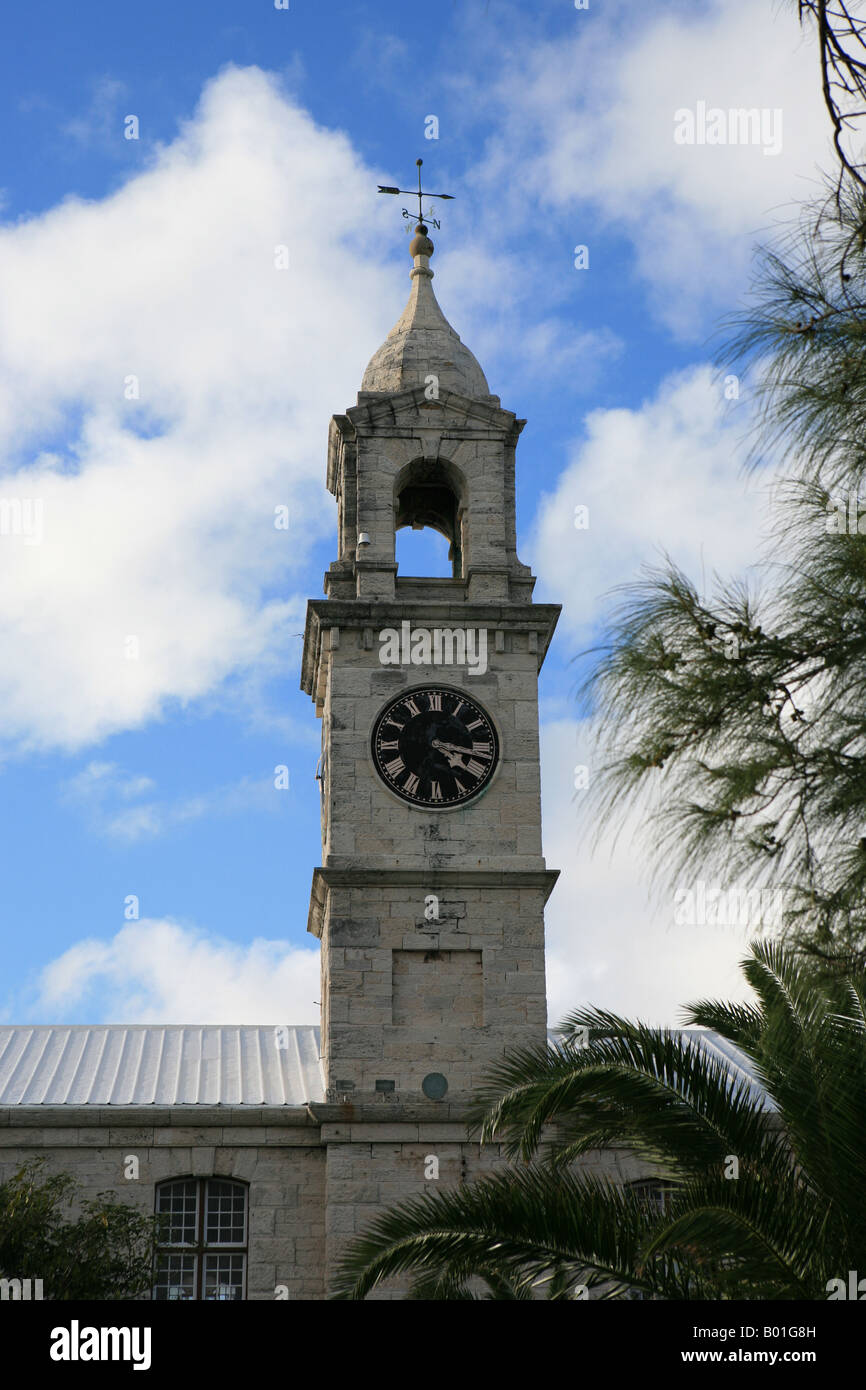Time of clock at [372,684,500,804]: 4:16
